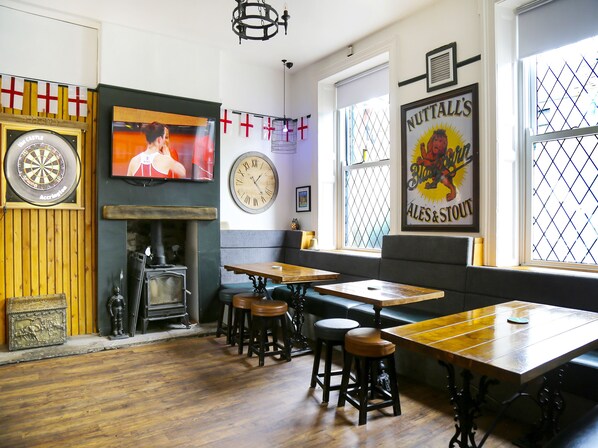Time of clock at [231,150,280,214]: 1:23
